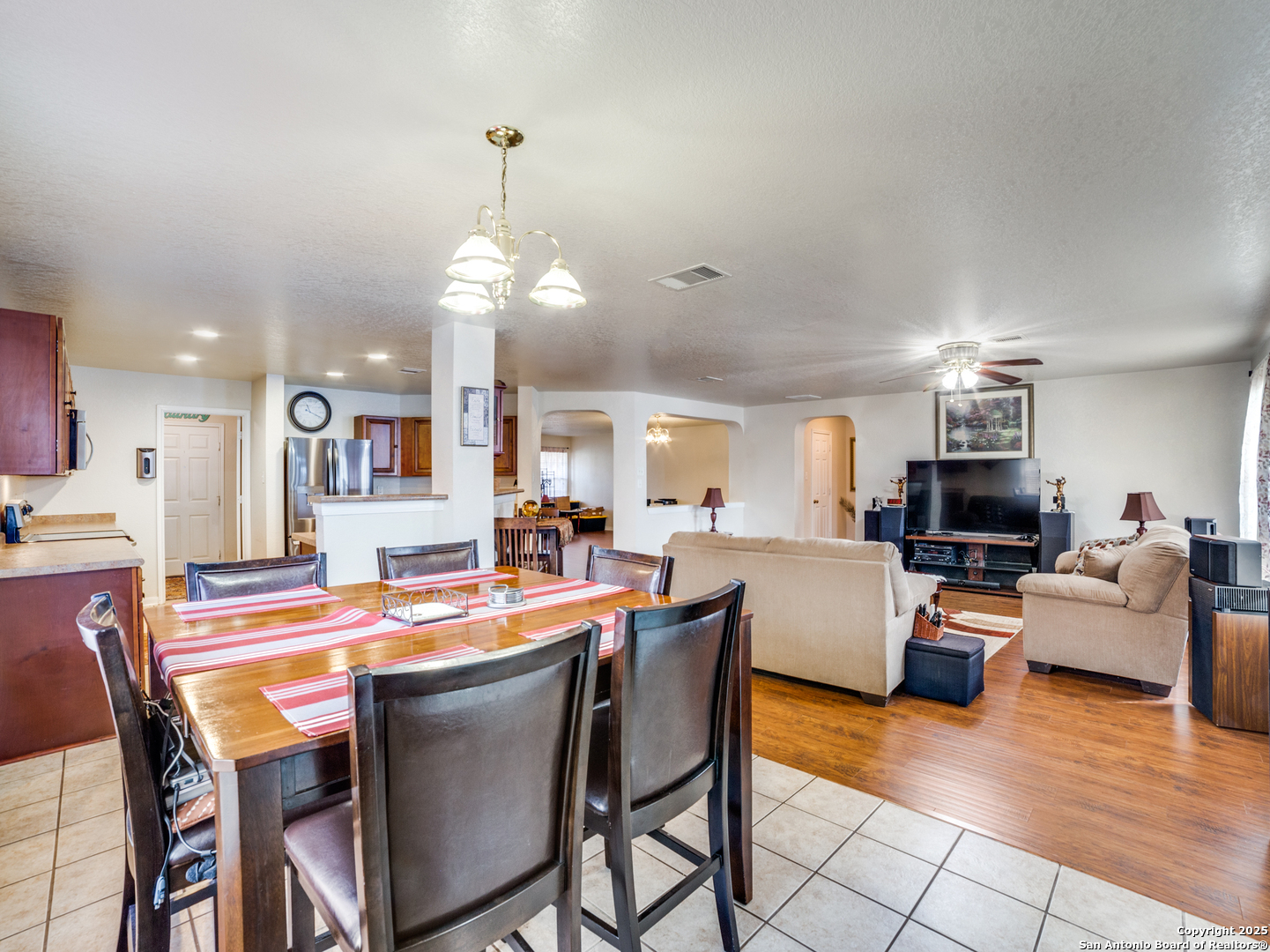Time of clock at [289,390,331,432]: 11:19
